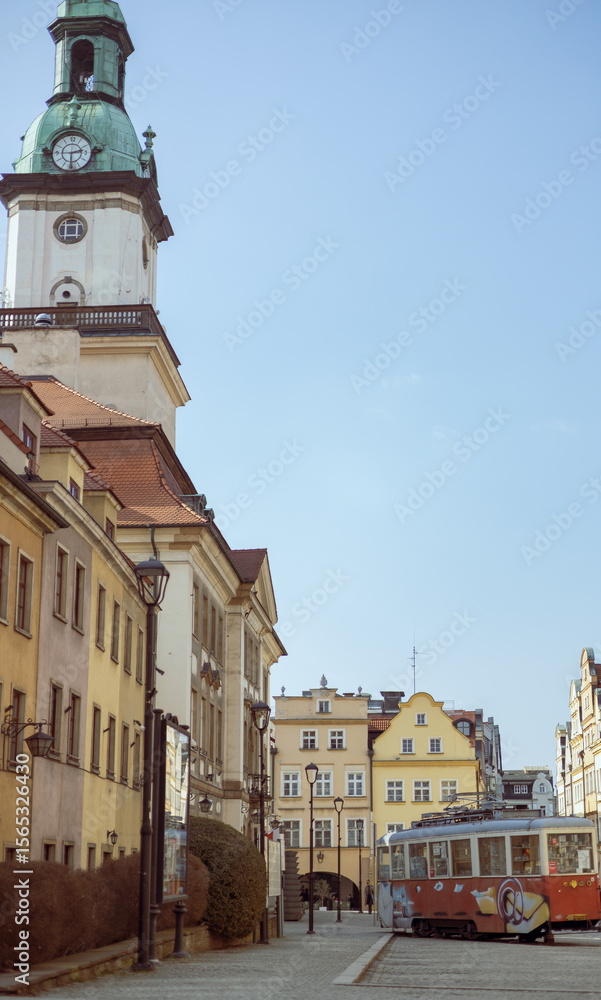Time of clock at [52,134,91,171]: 2:29
